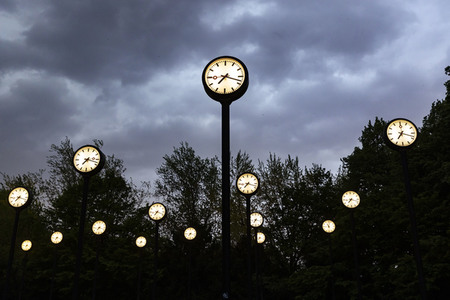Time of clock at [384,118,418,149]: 7:17
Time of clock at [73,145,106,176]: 7:17
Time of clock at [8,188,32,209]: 7:18
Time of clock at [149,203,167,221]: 7:18
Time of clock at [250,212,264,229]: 7:17
